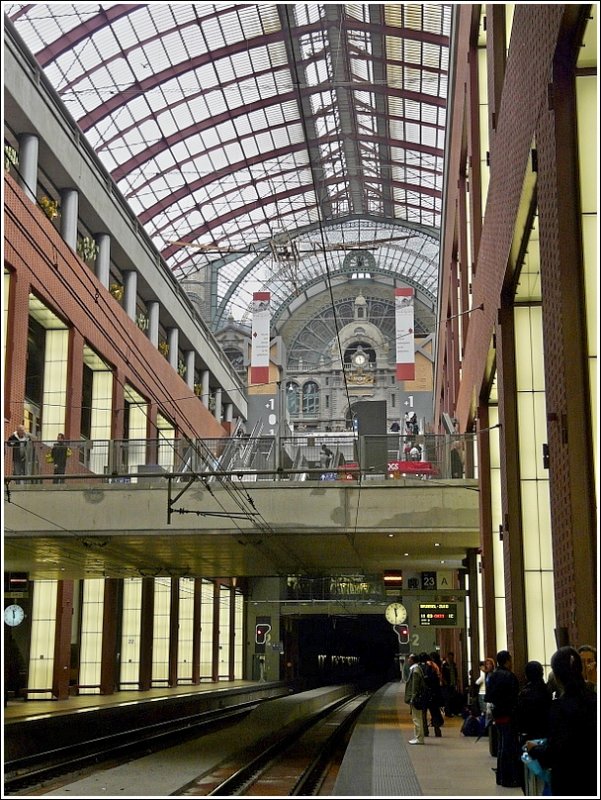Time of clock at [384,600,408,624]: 11:30
